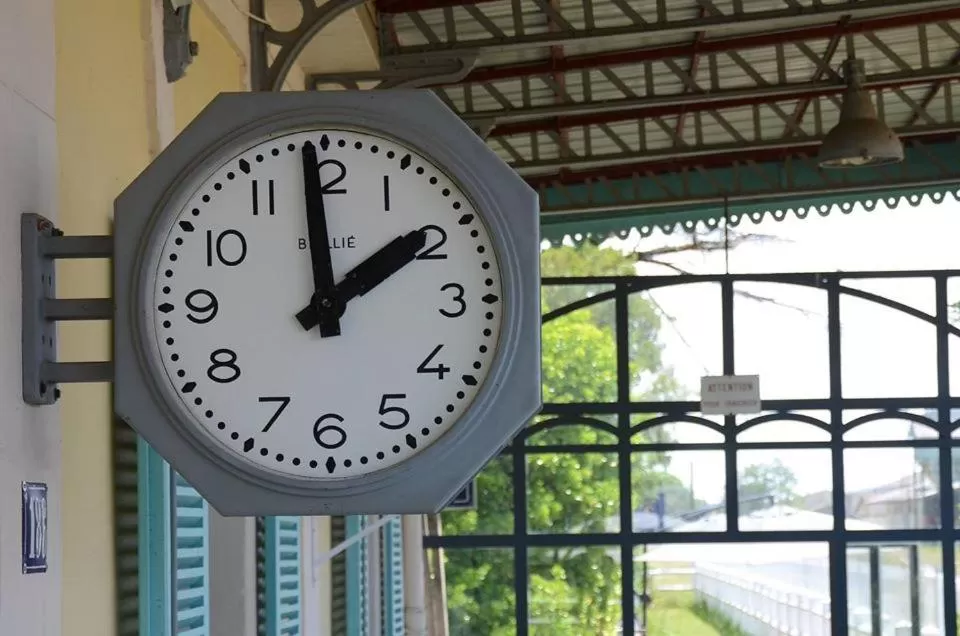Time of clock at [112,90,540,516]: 1:59
